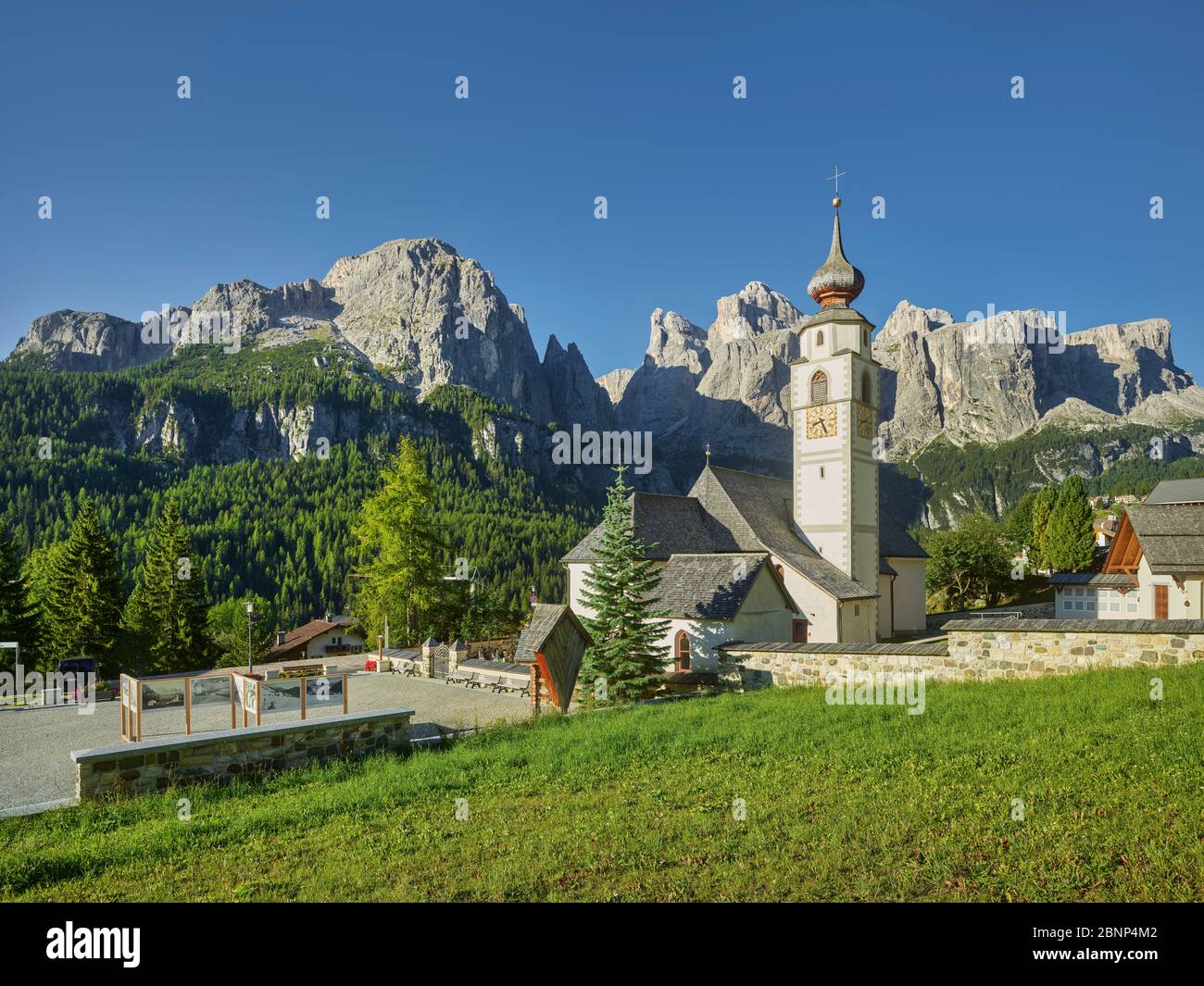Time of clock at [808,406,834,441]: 8:26
